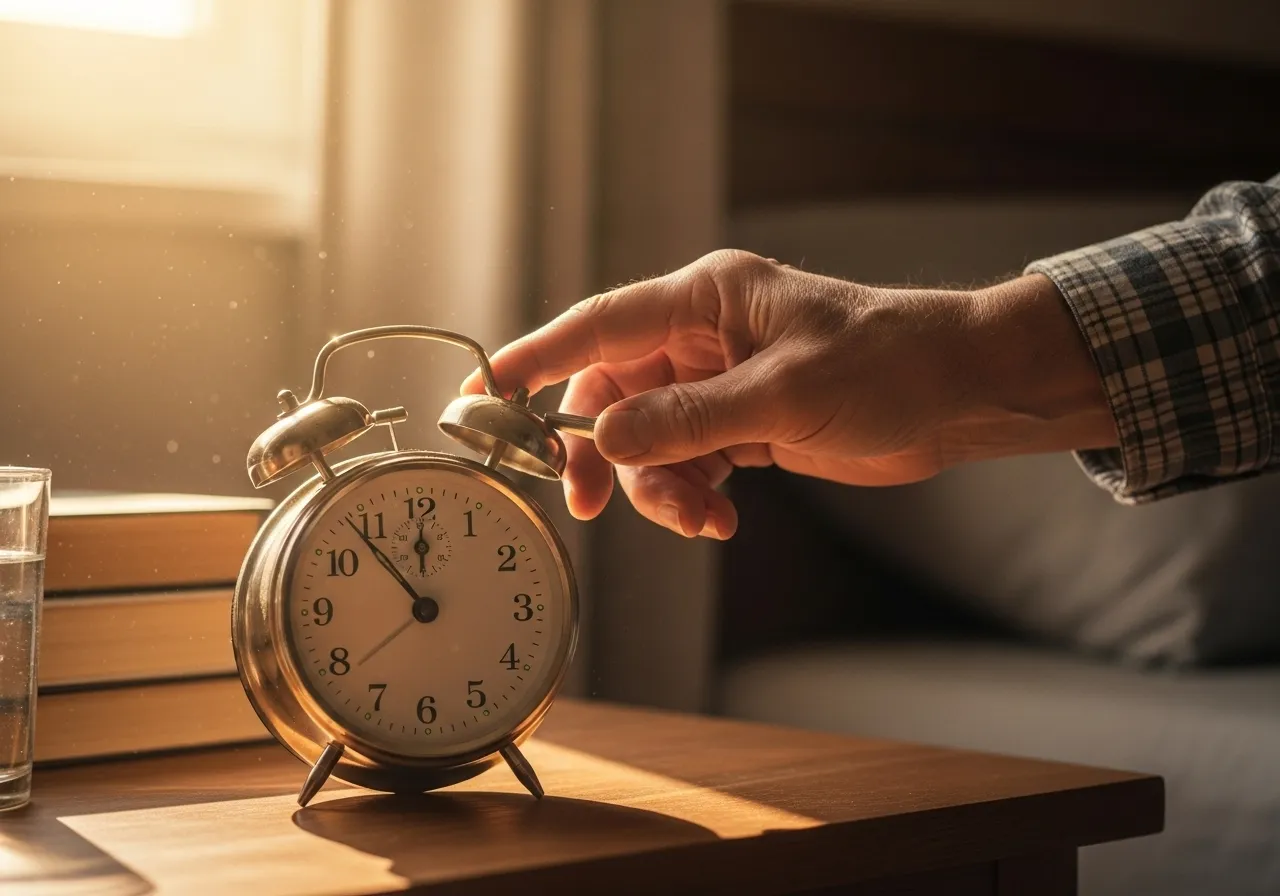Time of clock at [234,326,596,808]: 11:53
